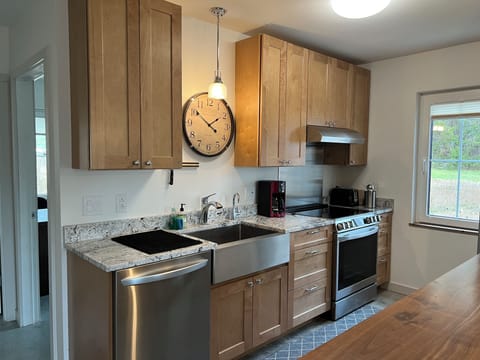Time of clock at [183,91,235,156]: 1:51
